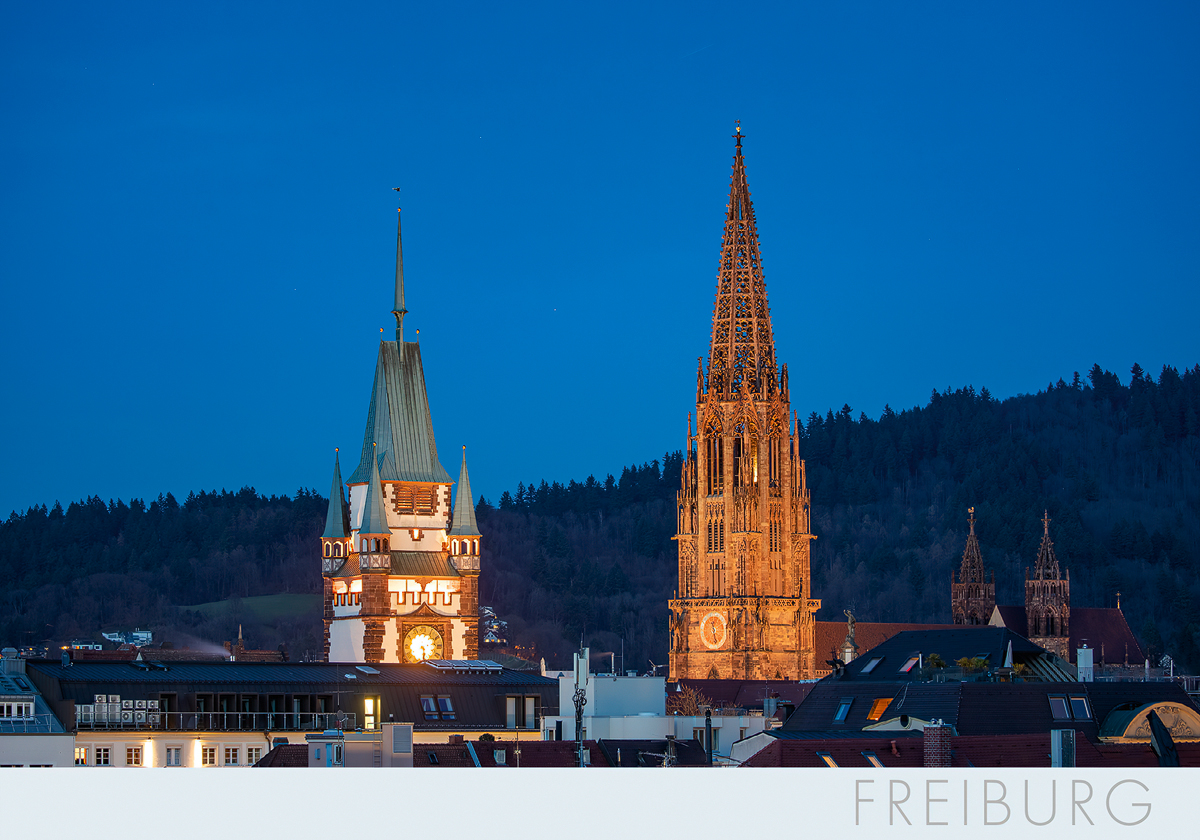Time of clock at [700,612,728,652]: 11:28
